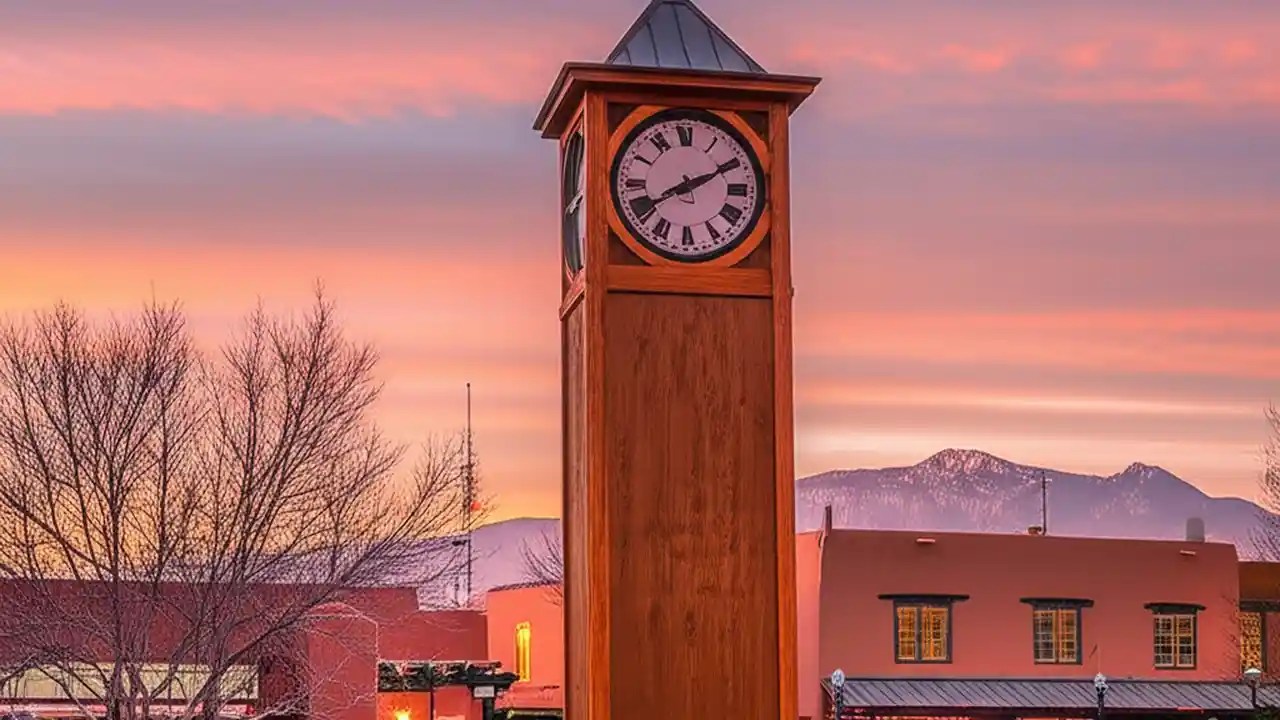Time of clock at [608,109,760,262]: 8:10
